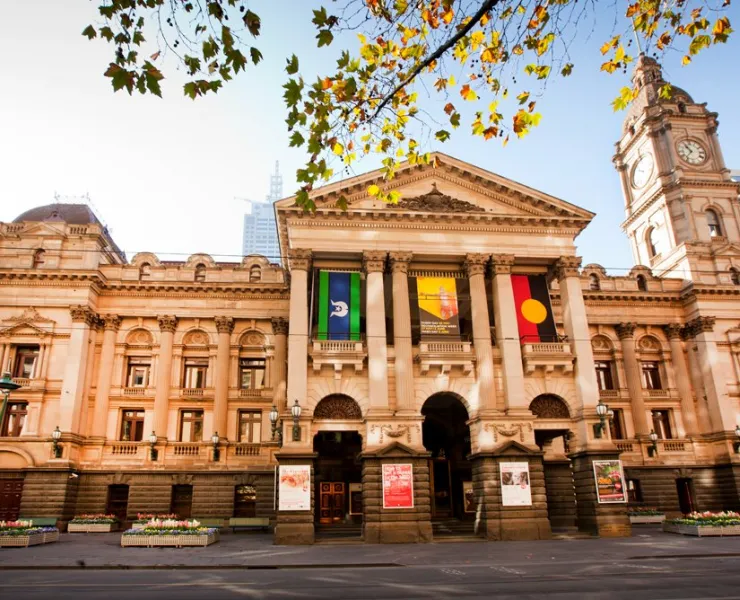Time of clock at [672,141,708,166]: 10:36
